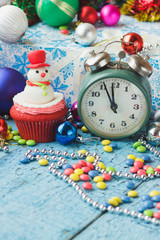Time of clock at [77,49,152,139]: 11:55
